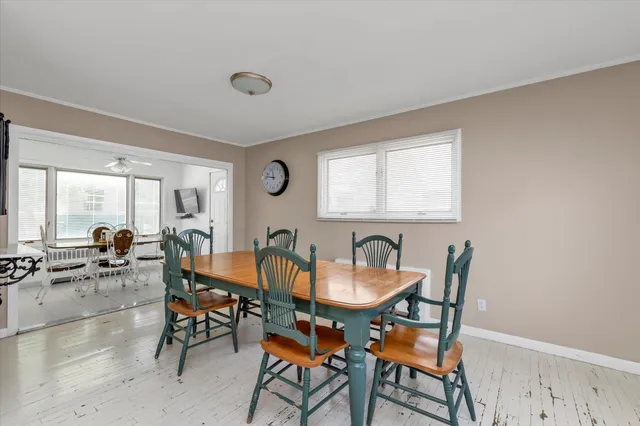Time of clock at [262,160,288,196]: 11:46
